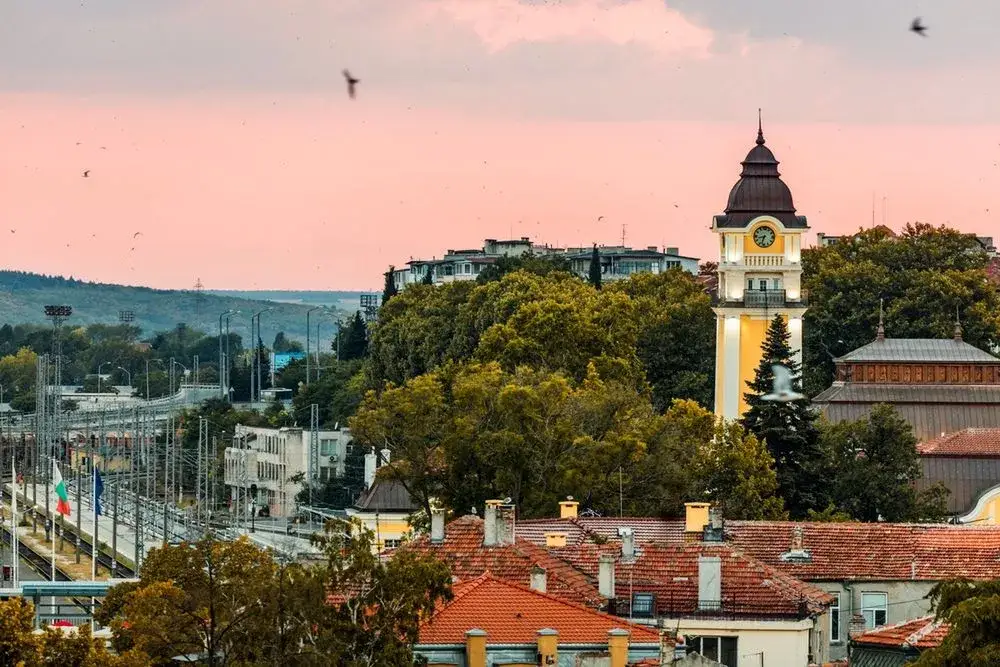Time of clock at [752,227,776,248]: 8:33
